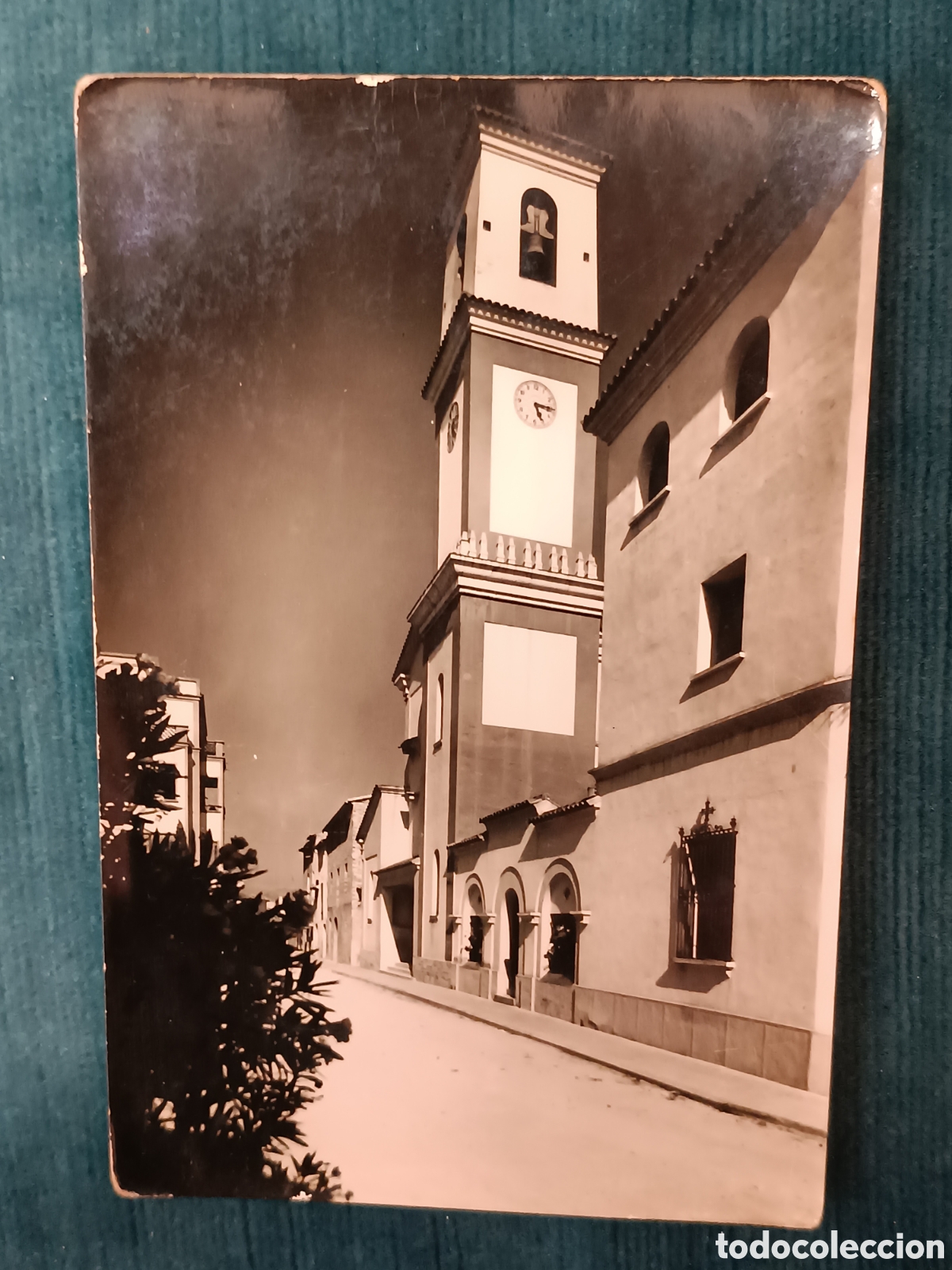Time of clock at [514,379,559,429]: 5:15
